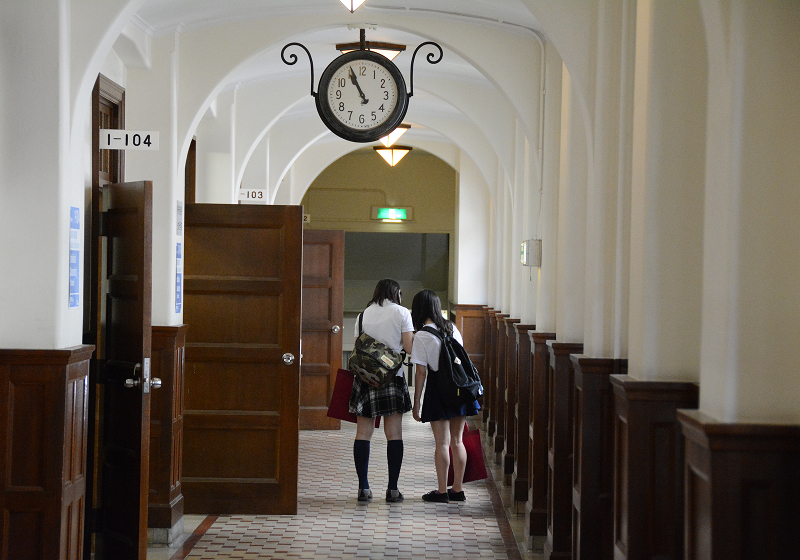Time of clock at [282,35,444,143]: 10:55
